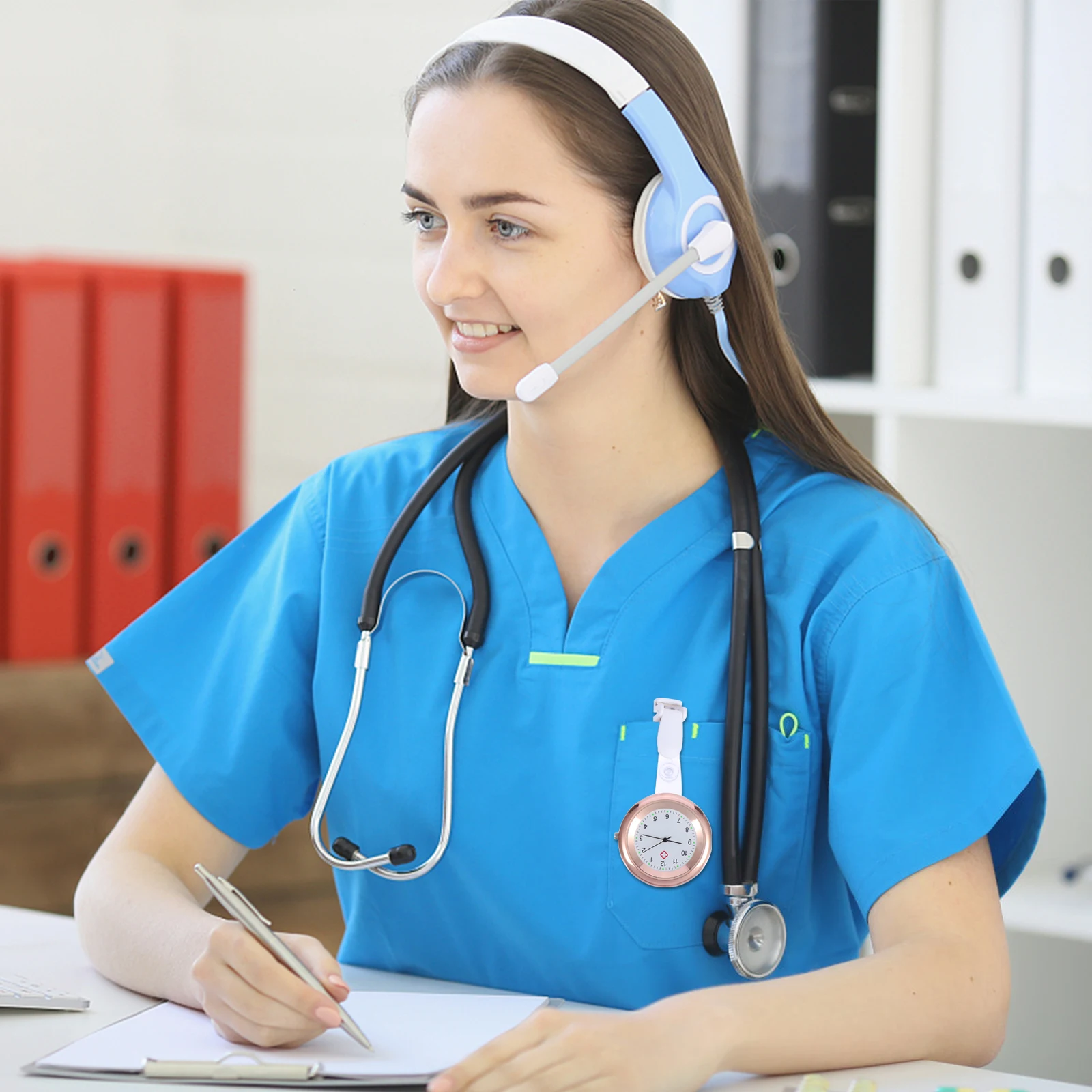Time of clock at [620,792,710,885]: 9:16
